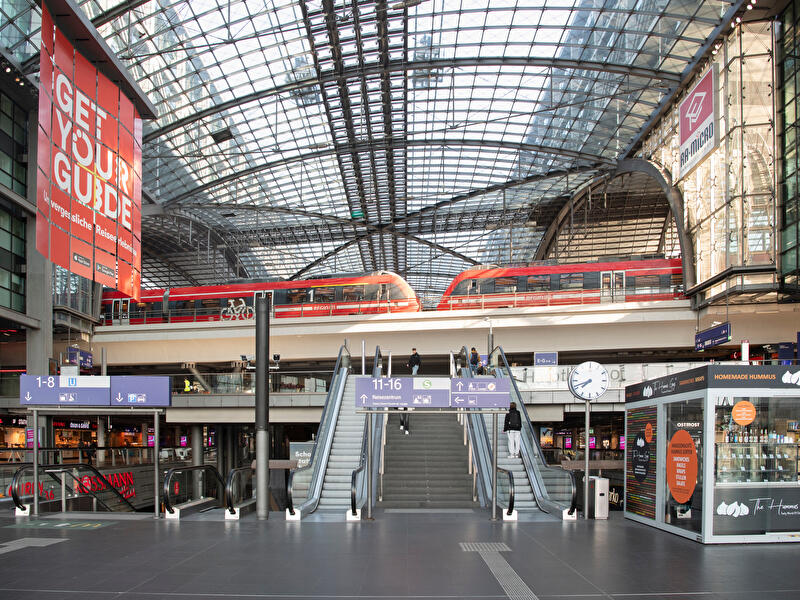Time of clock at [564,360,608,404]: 7:41
